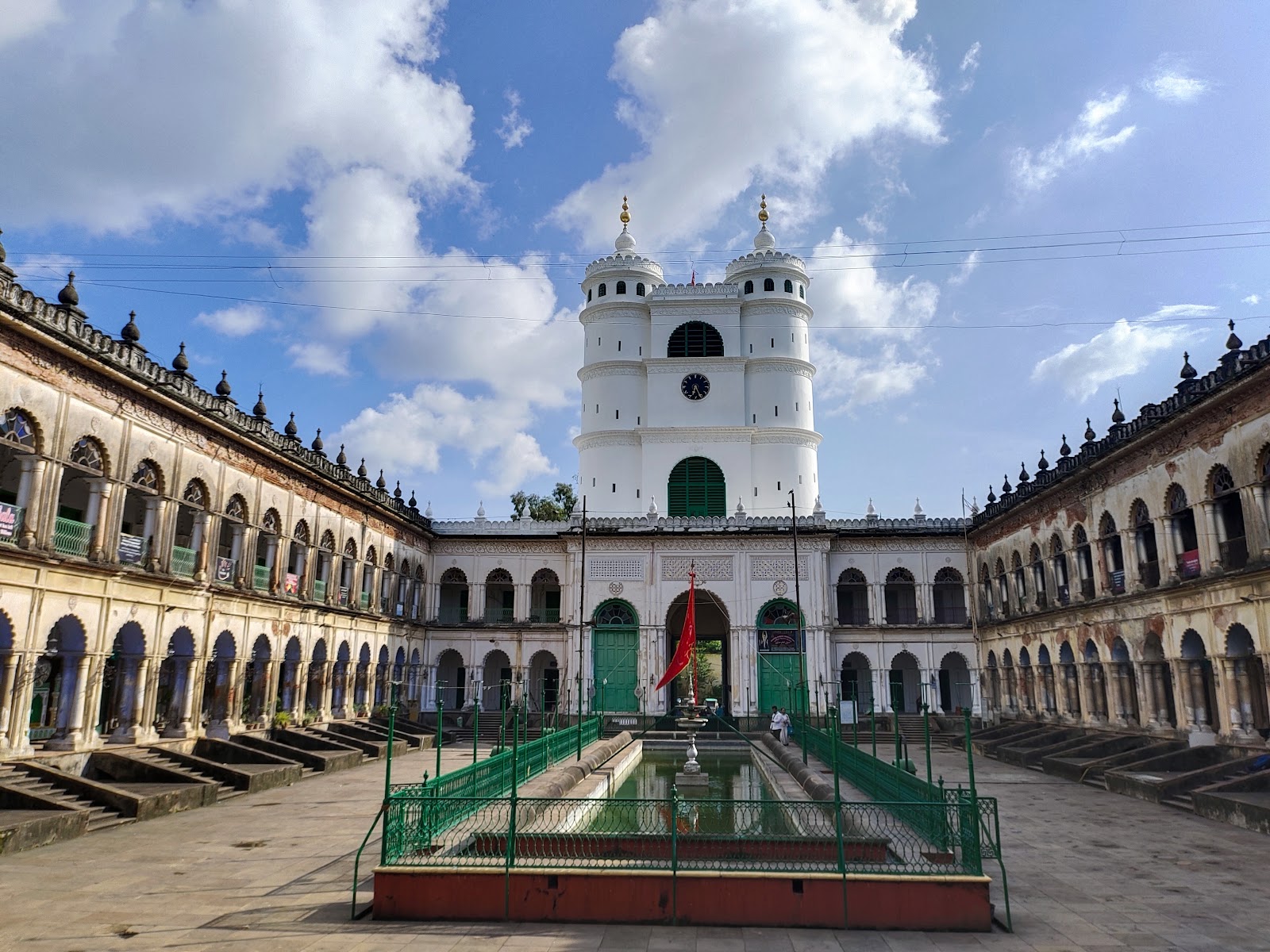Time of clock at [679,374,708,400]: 6:25
